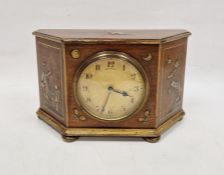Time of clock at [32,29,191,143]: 3:33
